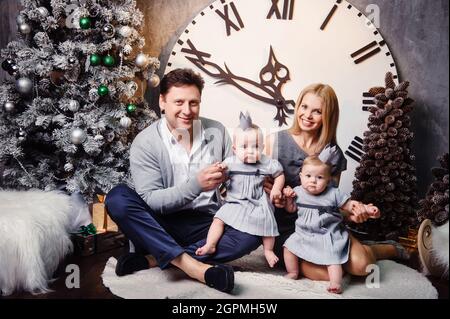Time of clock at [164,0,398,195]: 11:49
